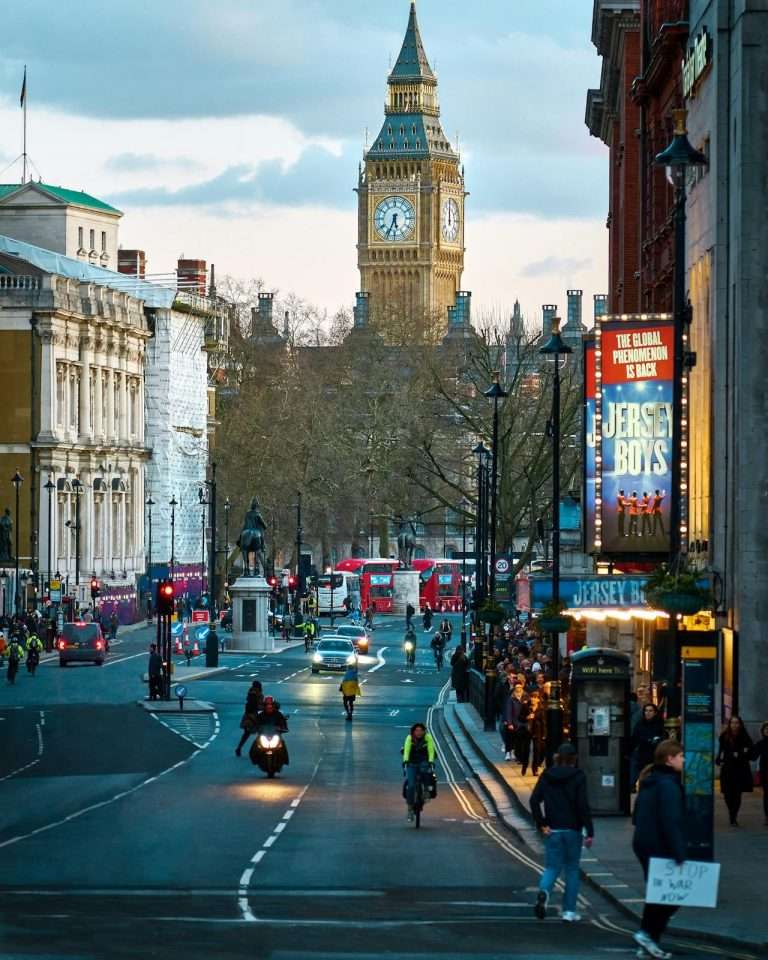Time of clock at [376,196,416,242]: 5:33
